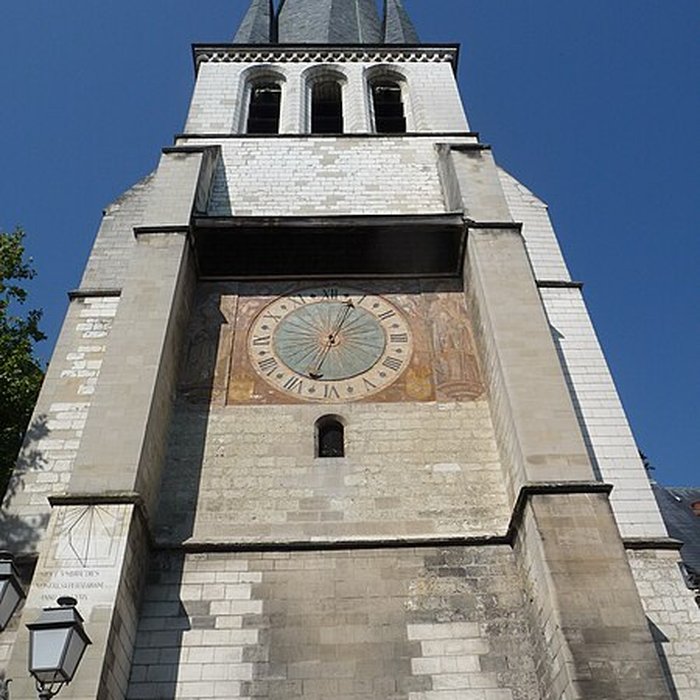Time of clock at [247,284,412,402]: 12:32
